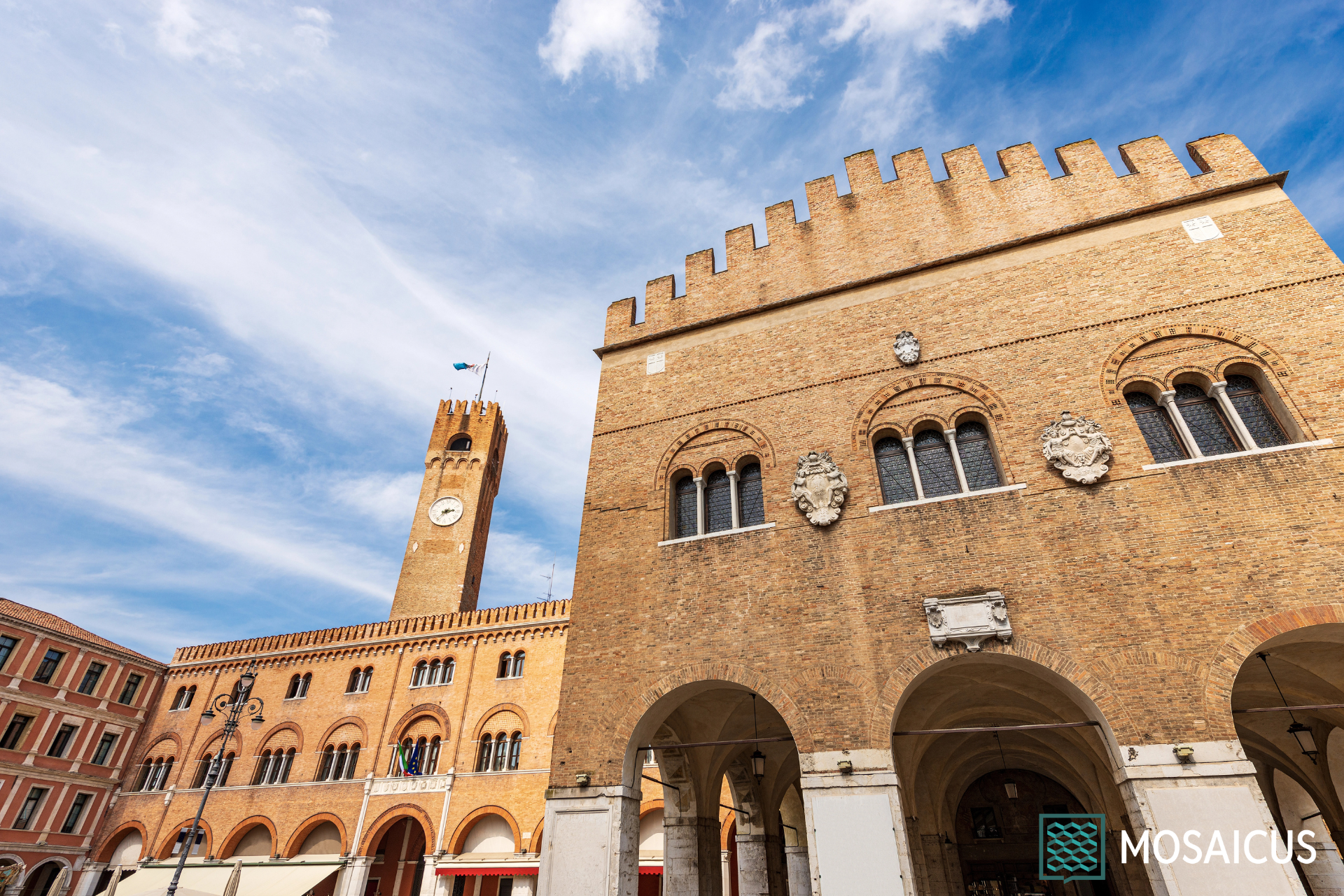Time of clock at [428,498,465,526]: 2:36
